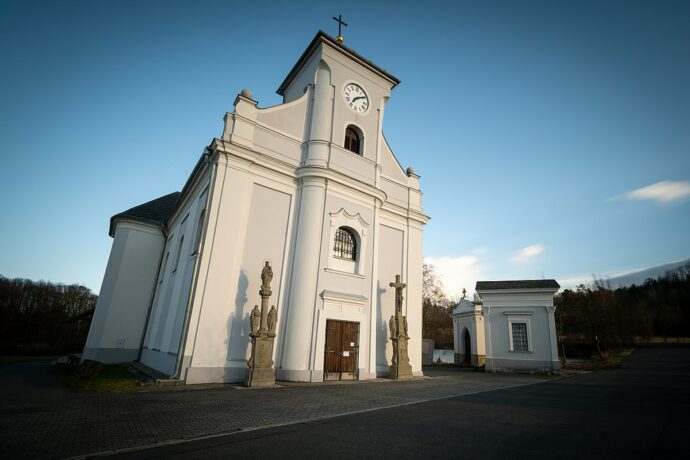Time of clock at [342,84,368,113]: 7:09
